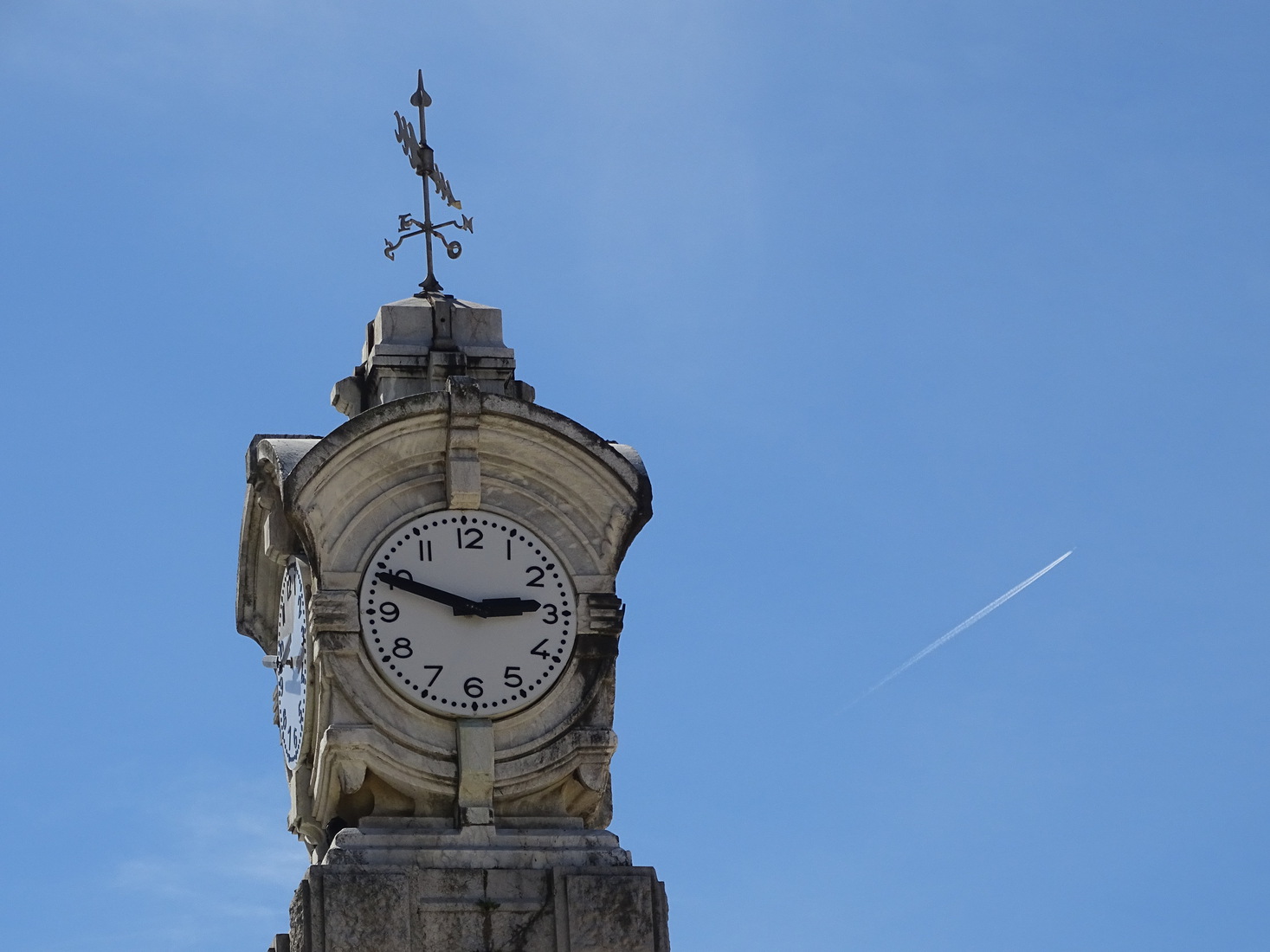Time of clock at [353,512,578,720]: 2:48
